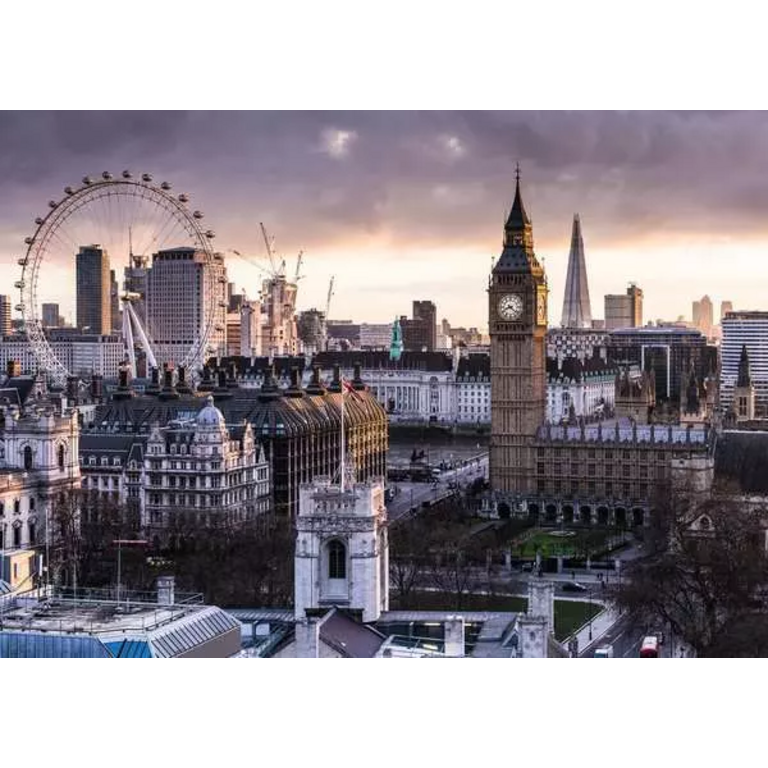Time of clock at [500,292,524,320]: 8:21
